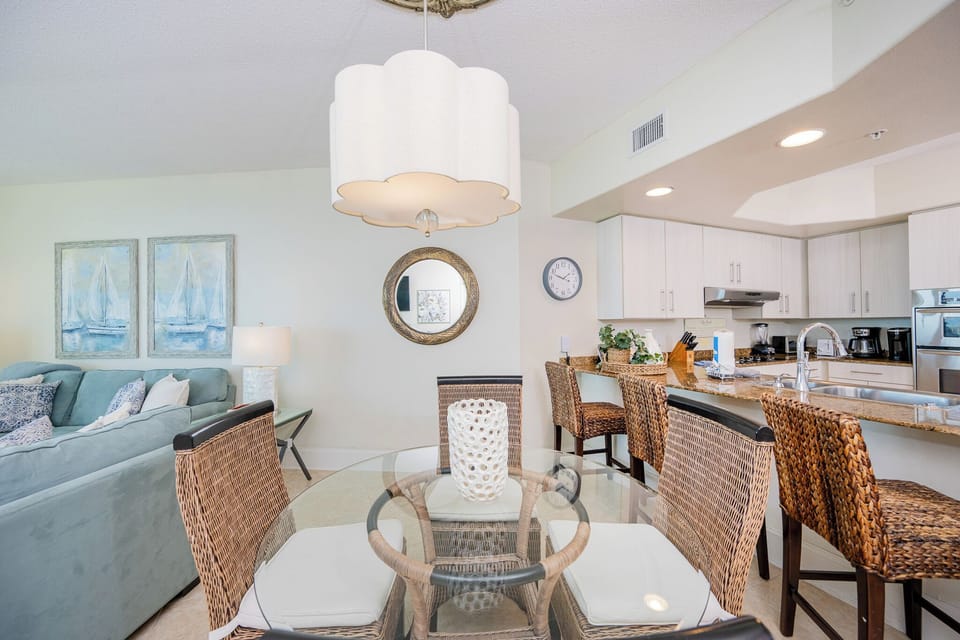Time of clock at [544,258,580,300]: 1:47
